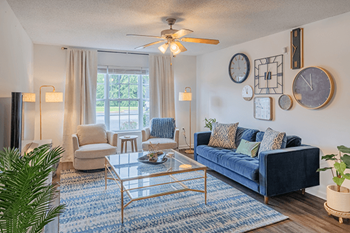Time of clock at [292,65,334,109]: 11:52
